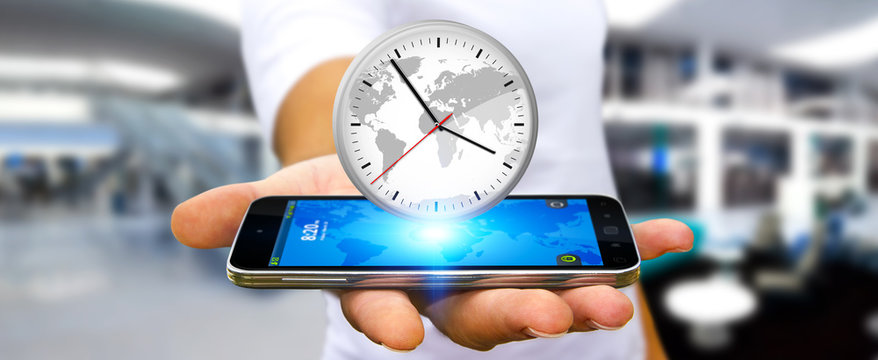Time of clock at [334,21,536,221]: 3:54
